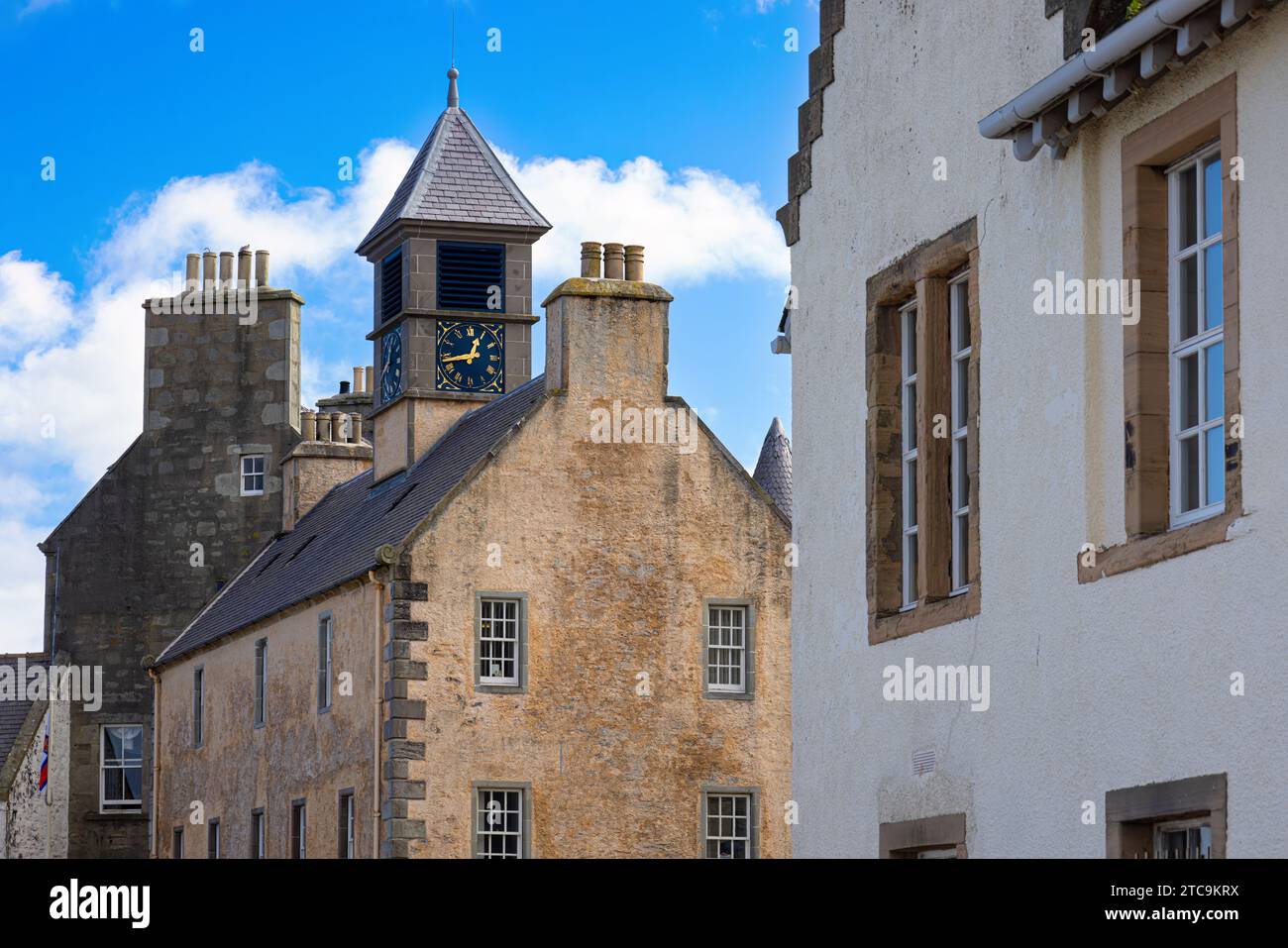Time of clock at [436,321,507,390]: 12:43
